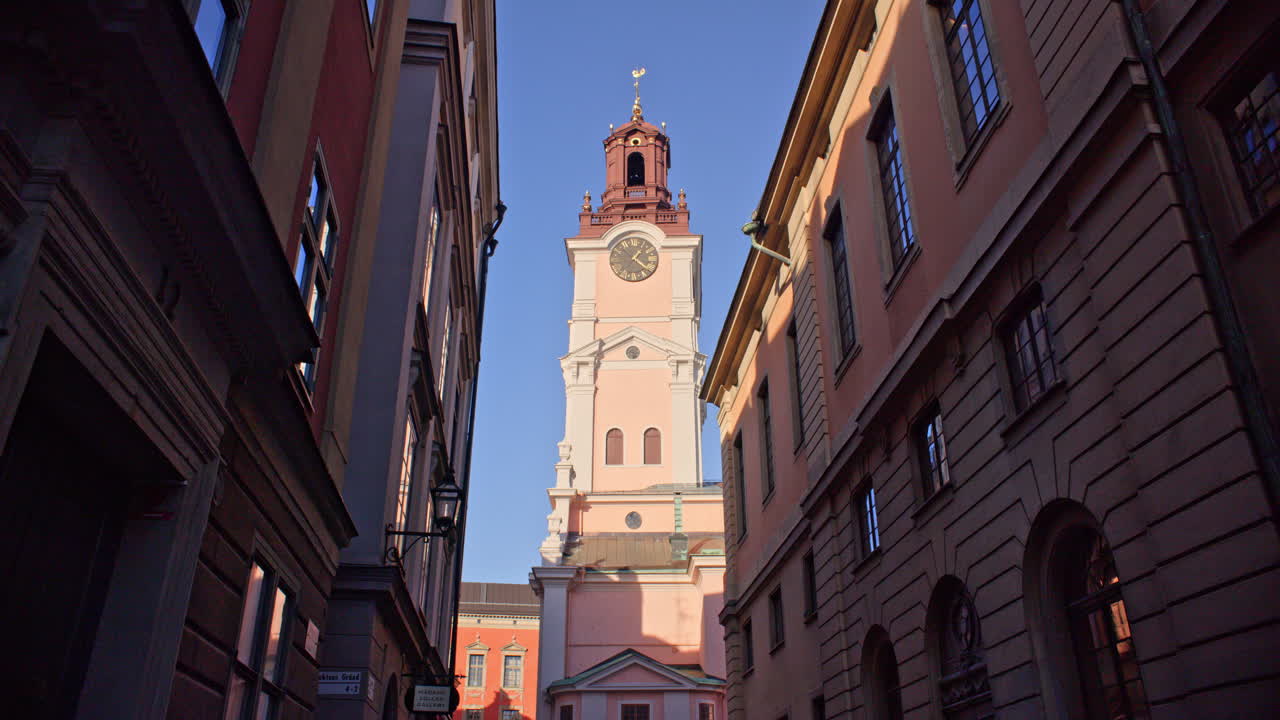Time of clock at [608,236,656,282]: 1:20
